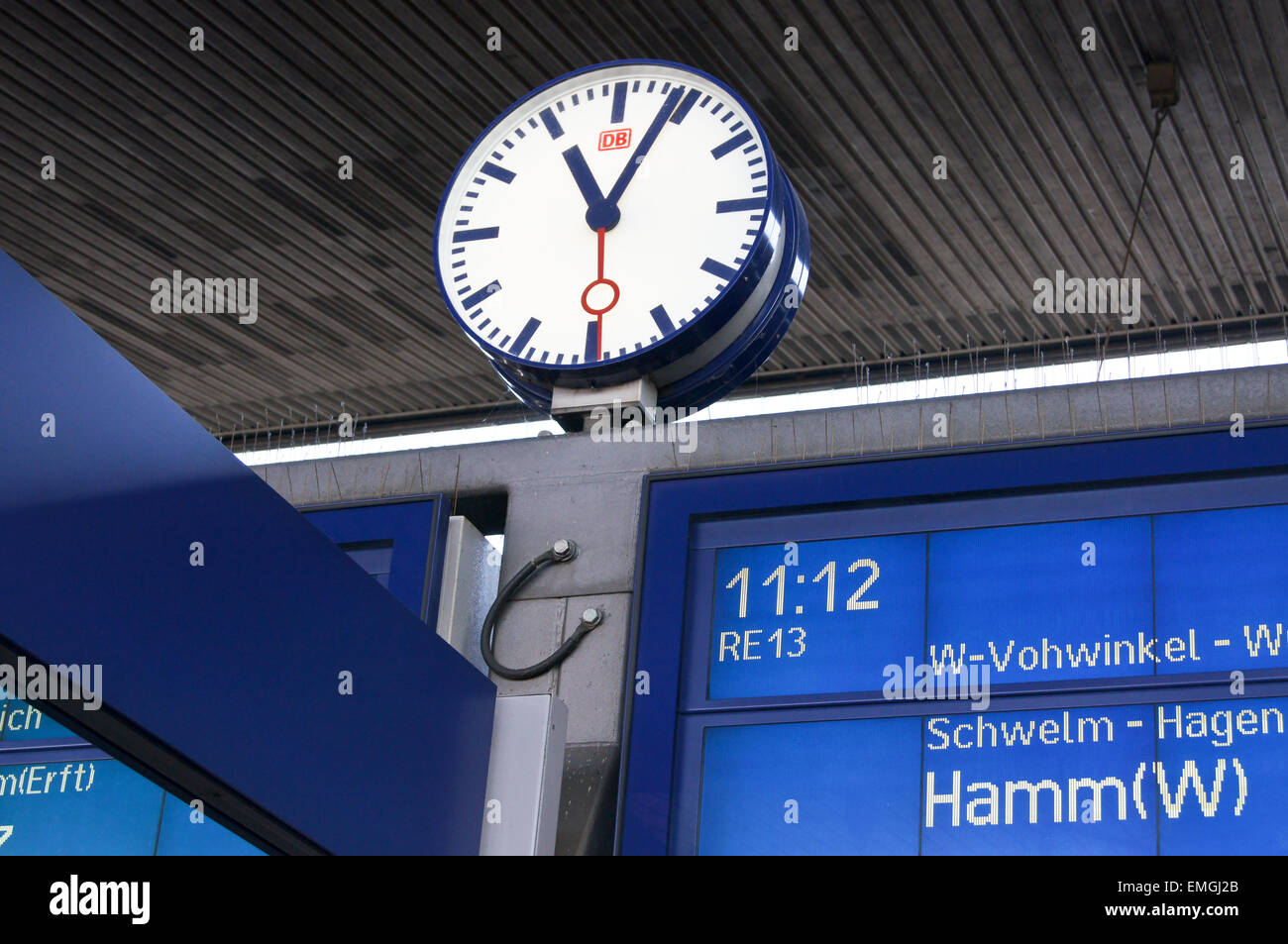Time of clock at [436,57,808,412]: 11:04
